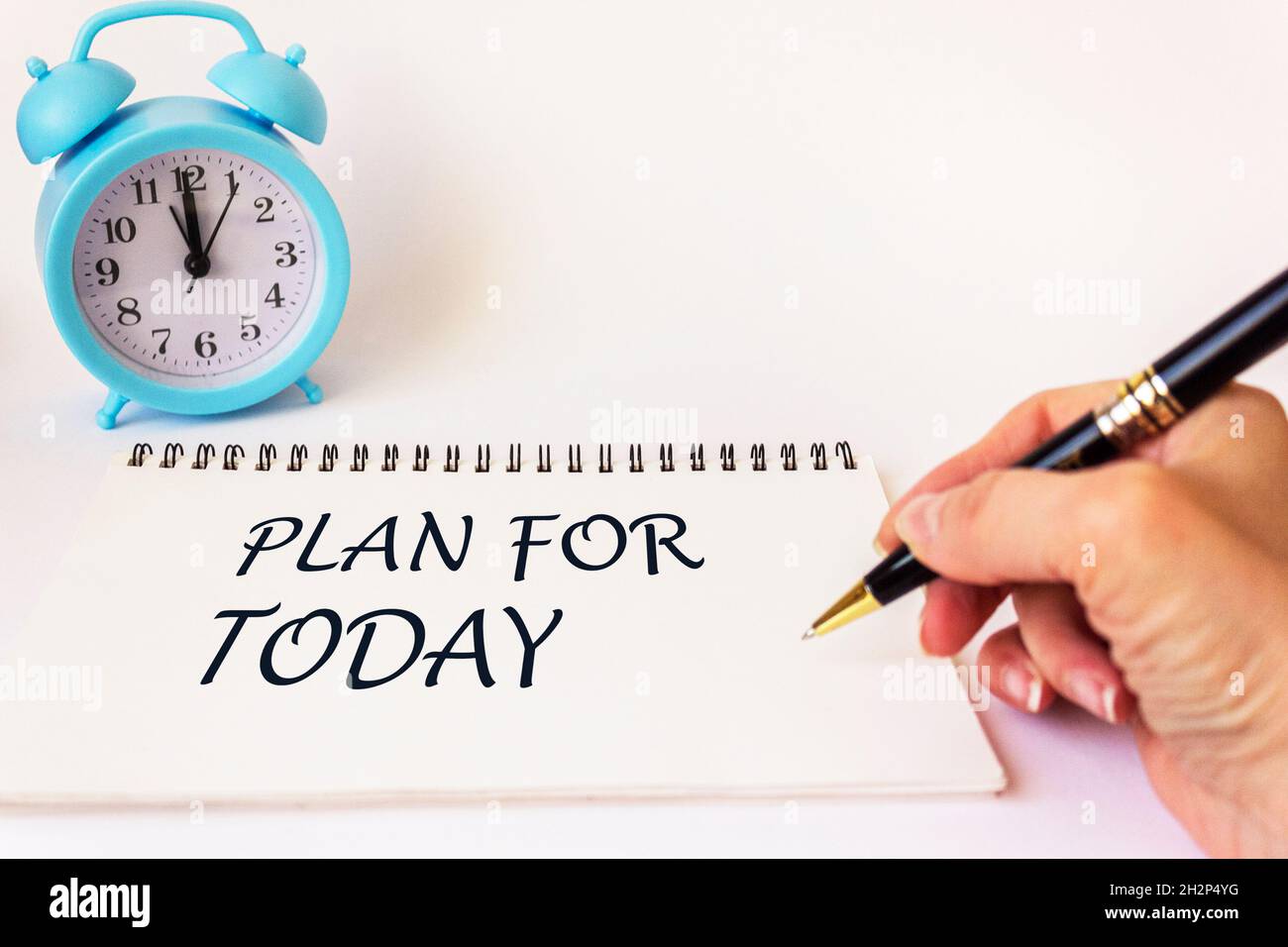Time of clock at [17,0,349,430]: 11:59
